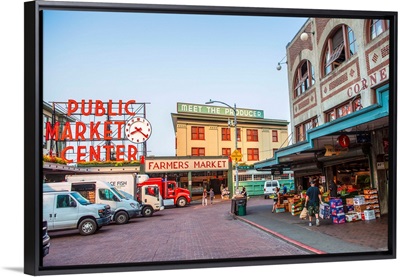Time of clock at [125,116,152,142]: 8:21
